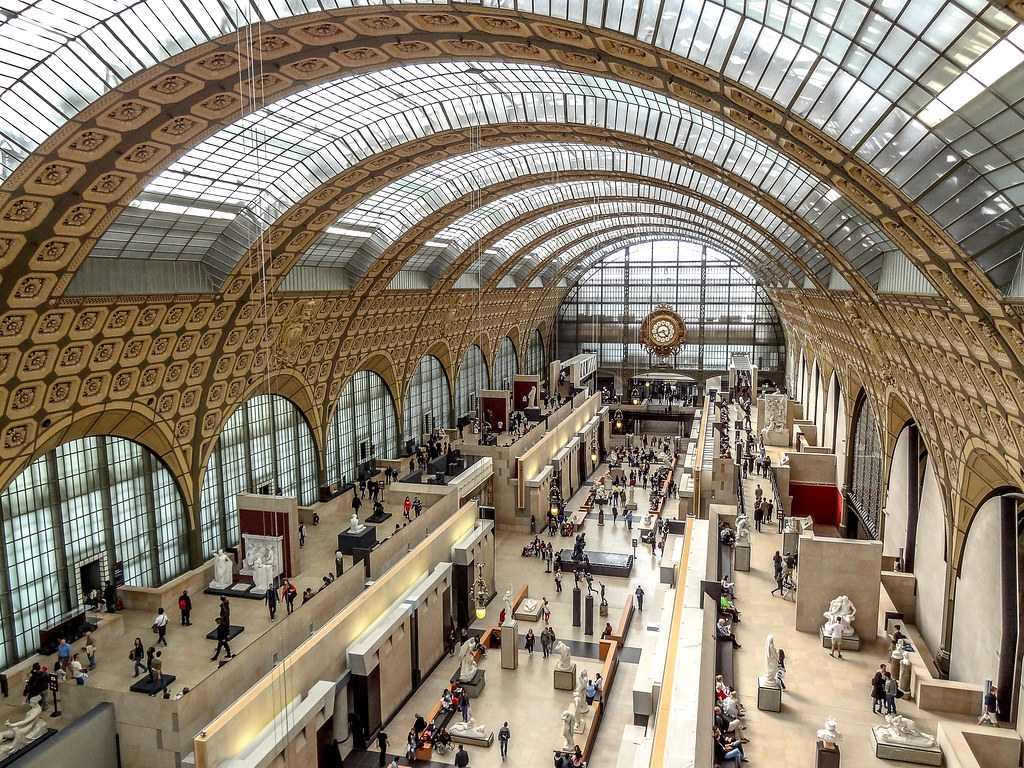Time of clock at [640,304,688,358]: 4:42
